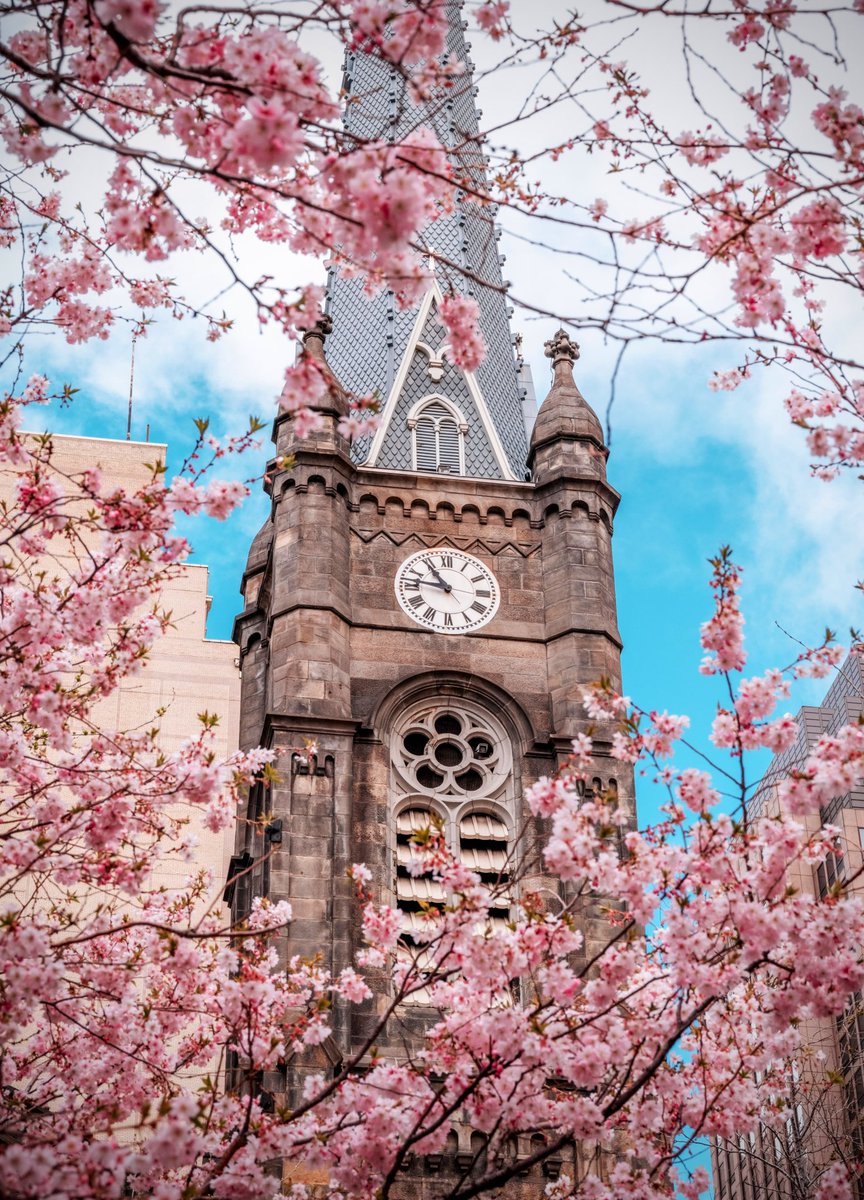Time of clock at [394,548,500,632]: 10:46
